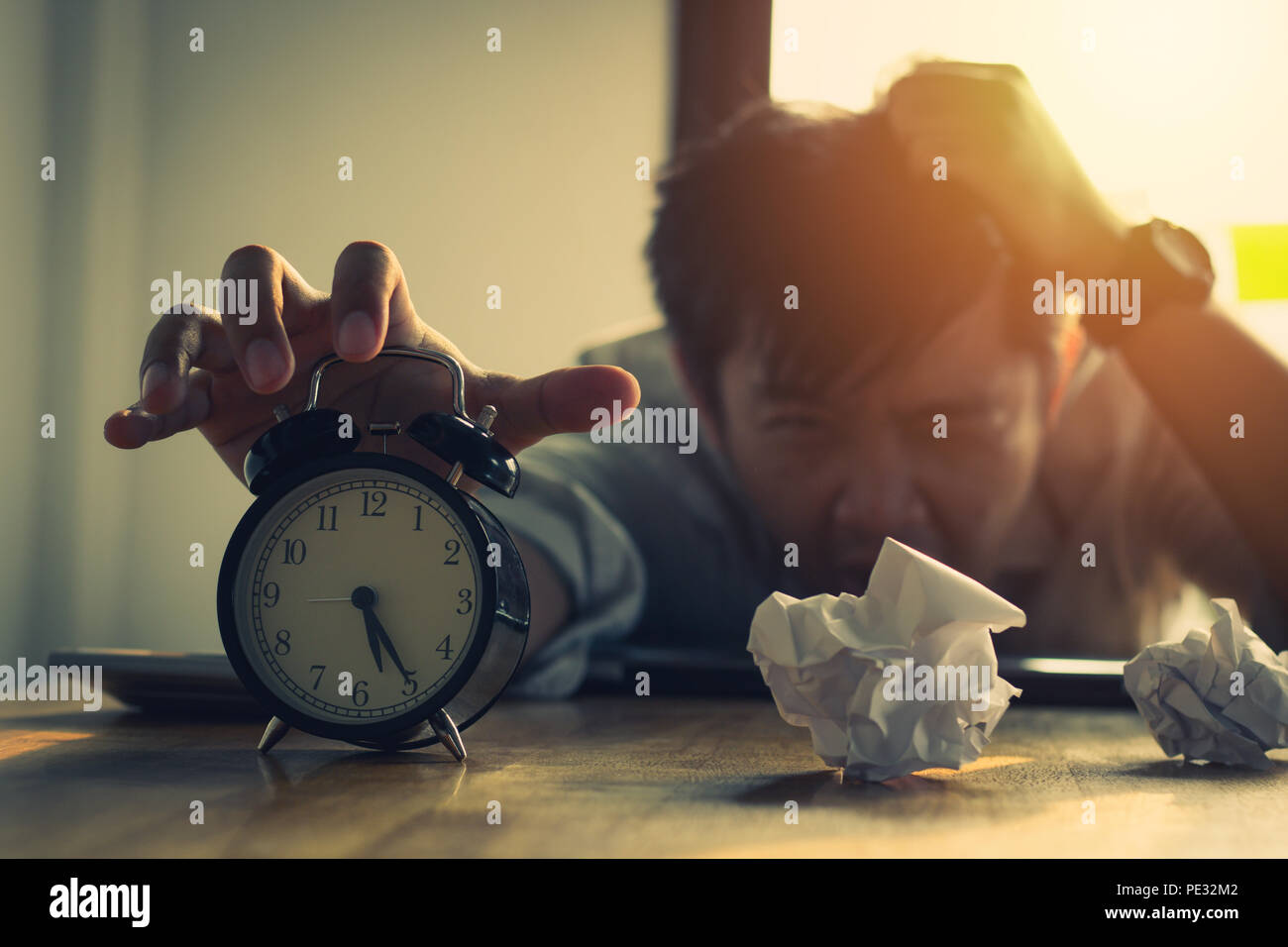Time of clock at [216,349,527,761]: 5:24
